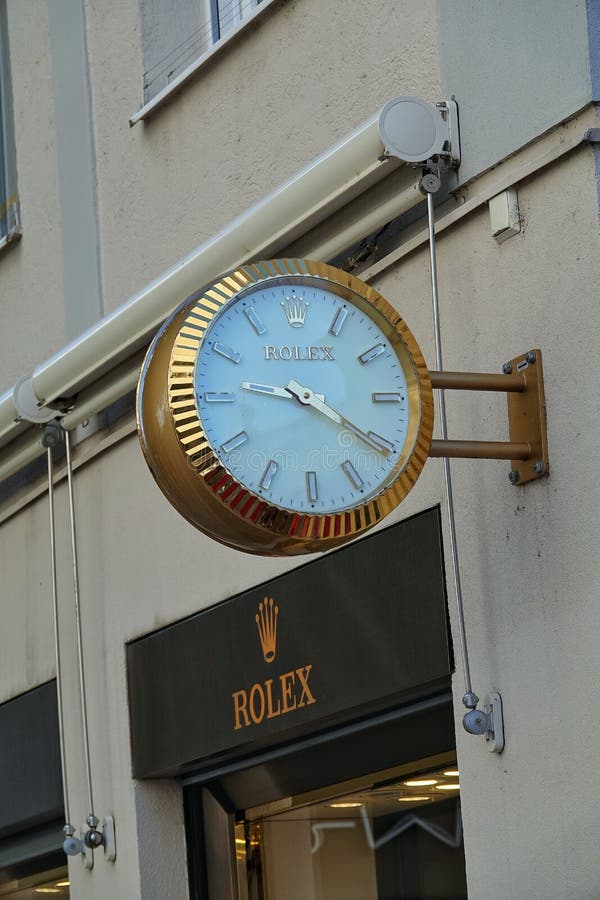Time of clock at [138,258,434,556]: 9:20
